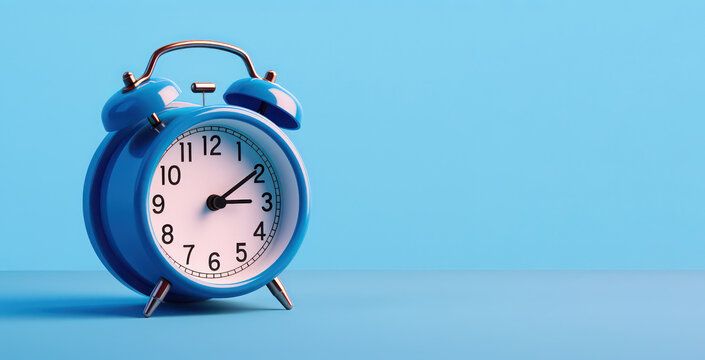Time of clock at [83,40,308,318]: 3:09
